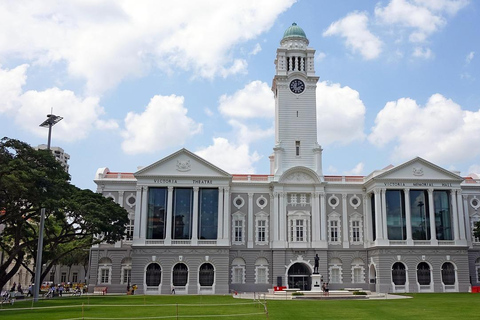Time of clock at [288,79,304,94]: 2:00
